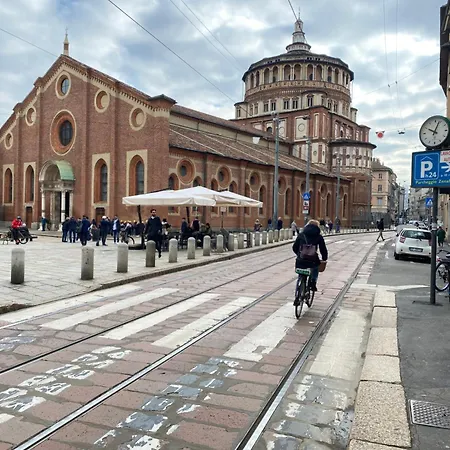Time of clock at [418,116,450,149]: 10:03
